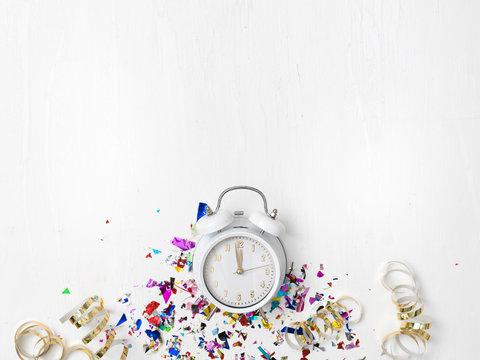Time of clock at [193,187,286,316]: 11:58
